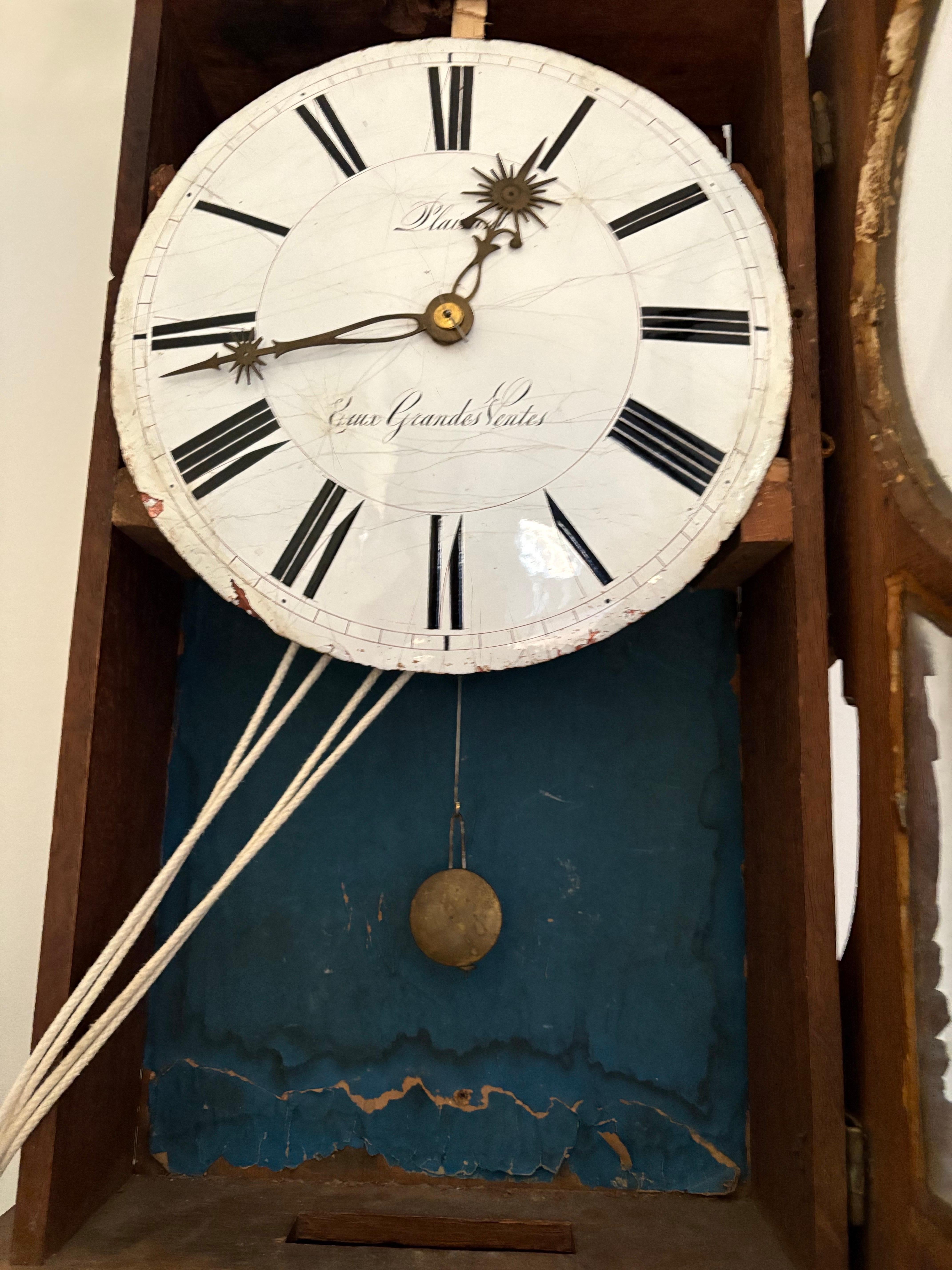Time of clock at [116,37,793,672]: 12:43
